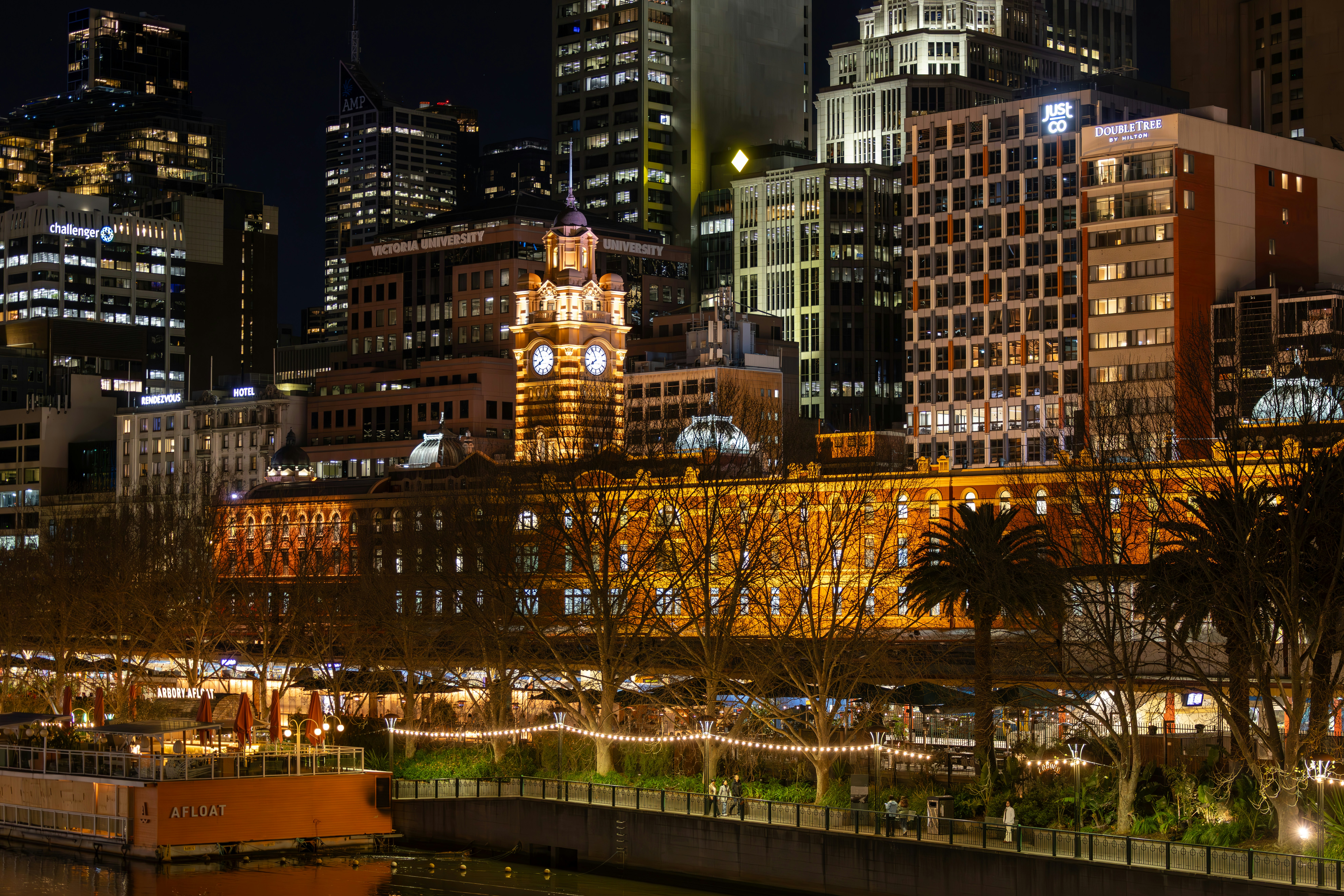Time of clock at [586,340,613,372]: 7:55
